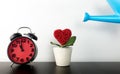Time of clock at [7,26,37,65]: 10:58
